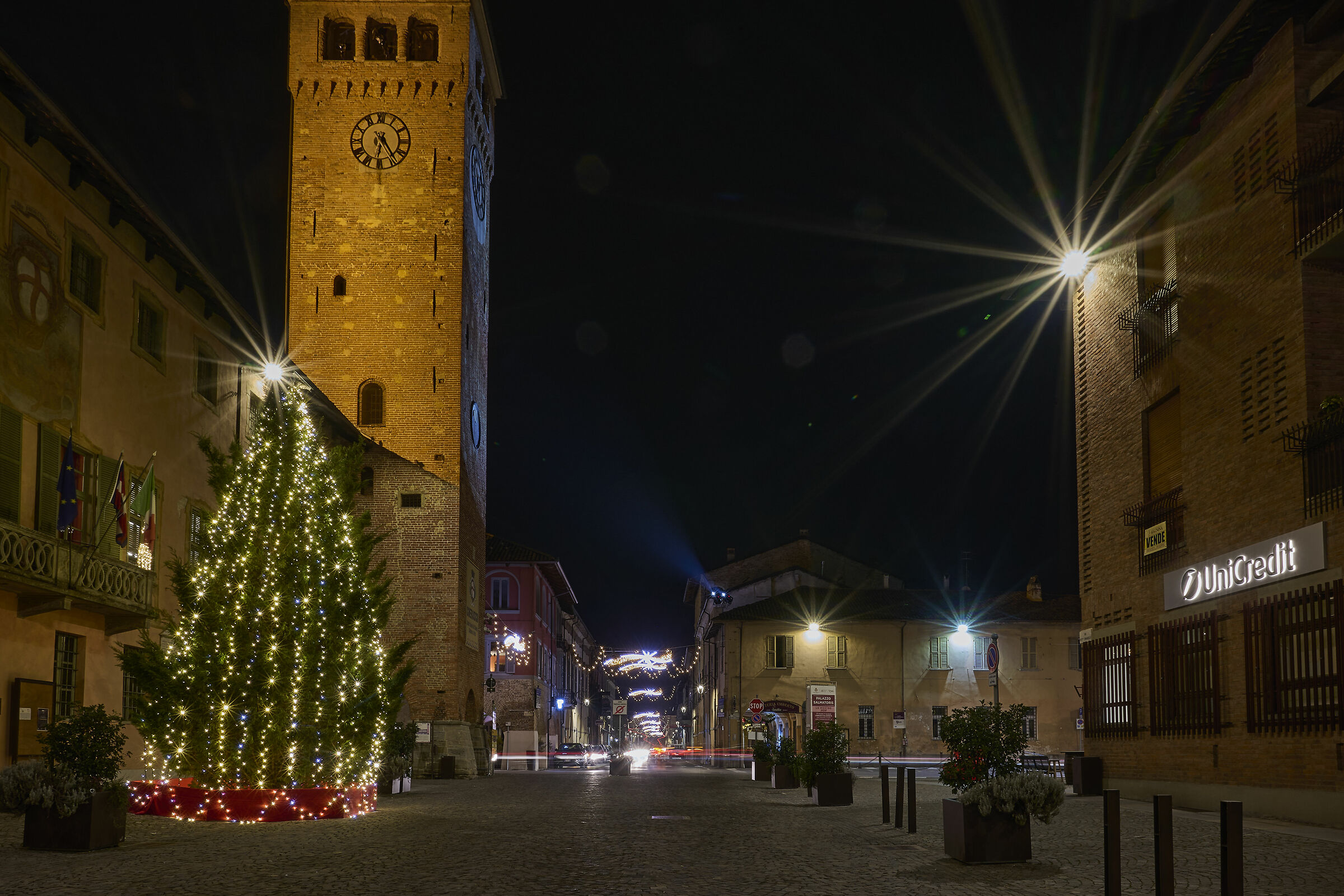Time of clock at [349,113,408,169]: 6:24
